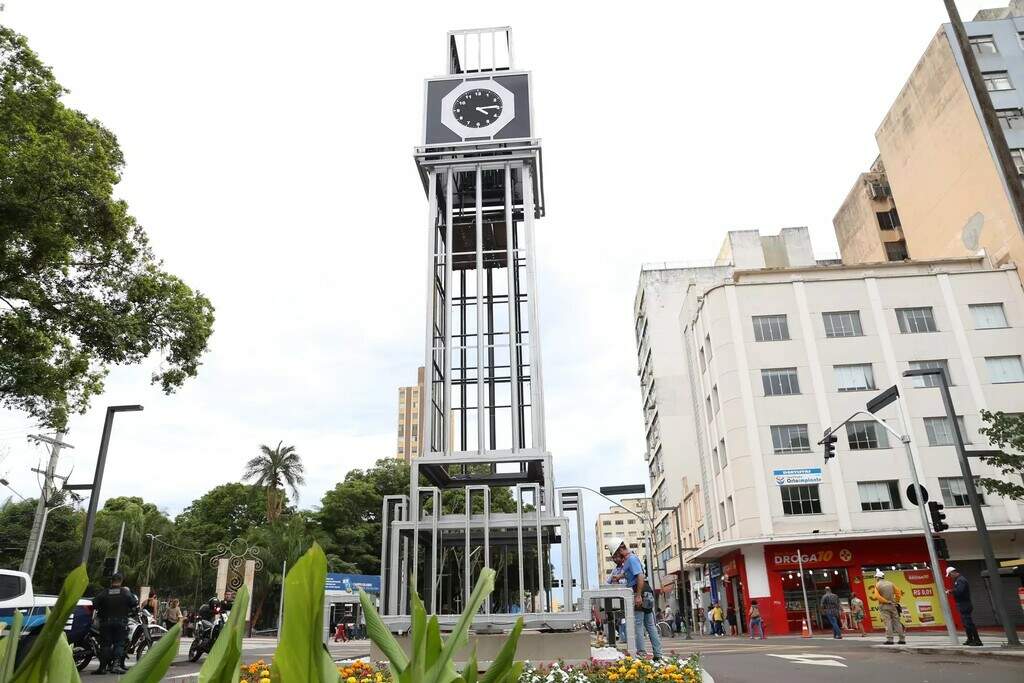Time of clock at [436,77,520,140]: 4:14
